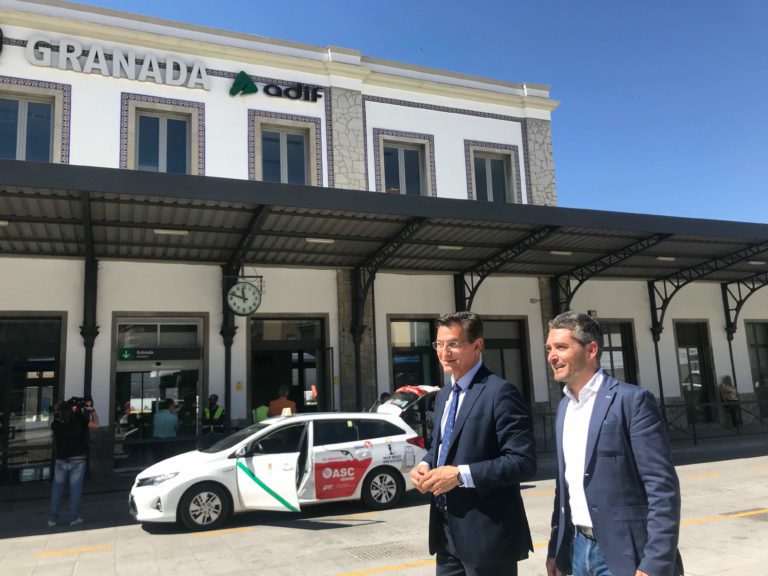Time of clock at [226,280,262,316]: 11:48
